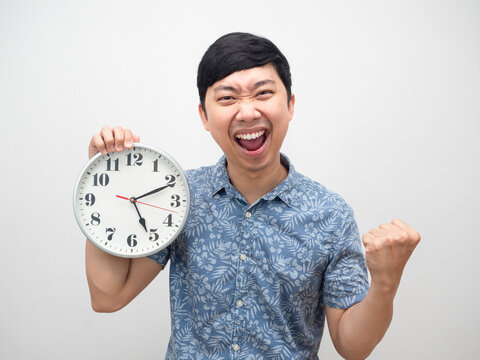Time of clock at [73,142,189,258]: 5:11
